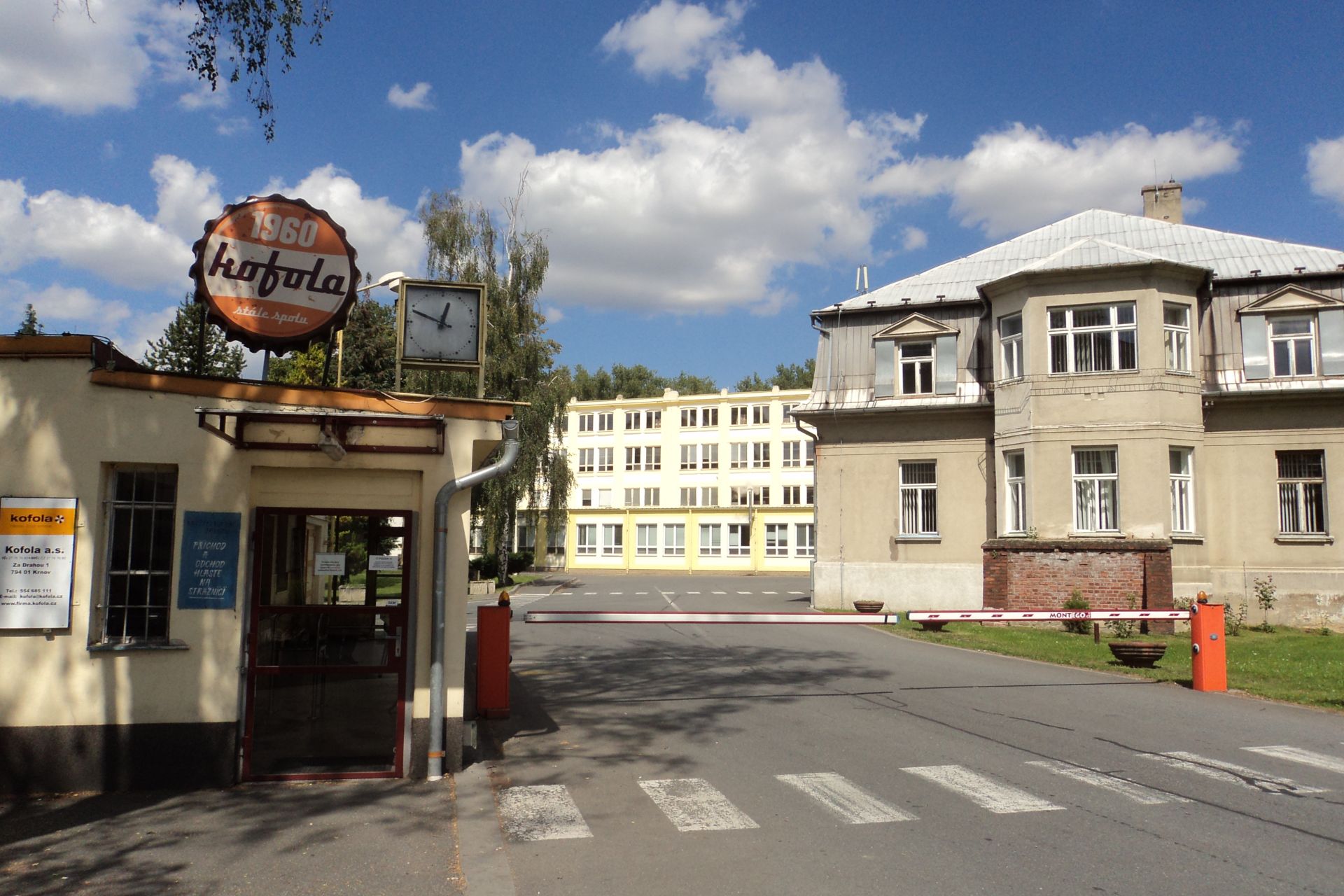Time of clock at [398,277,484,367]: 12:48
